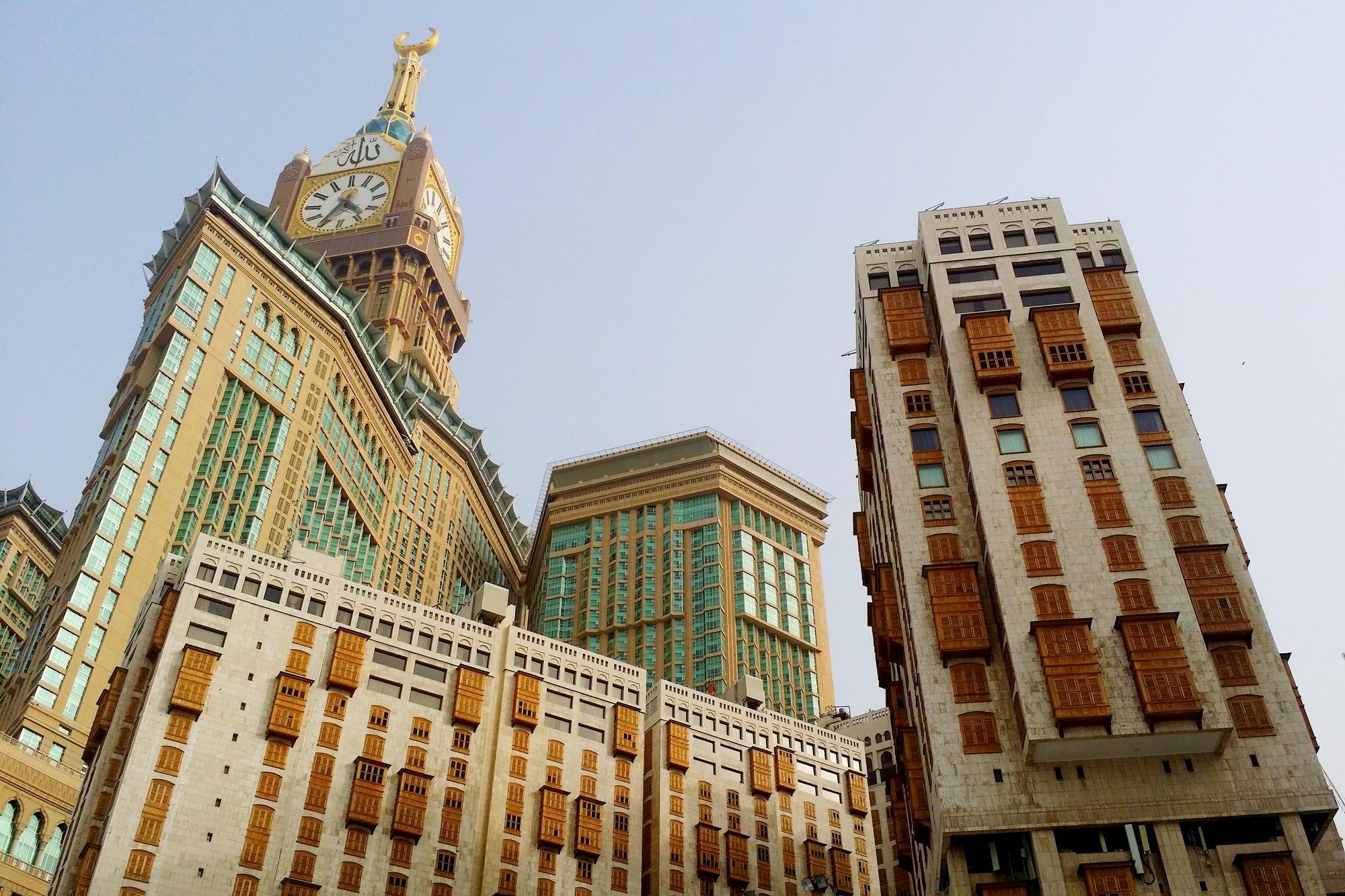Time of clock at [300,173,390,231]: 4:35
